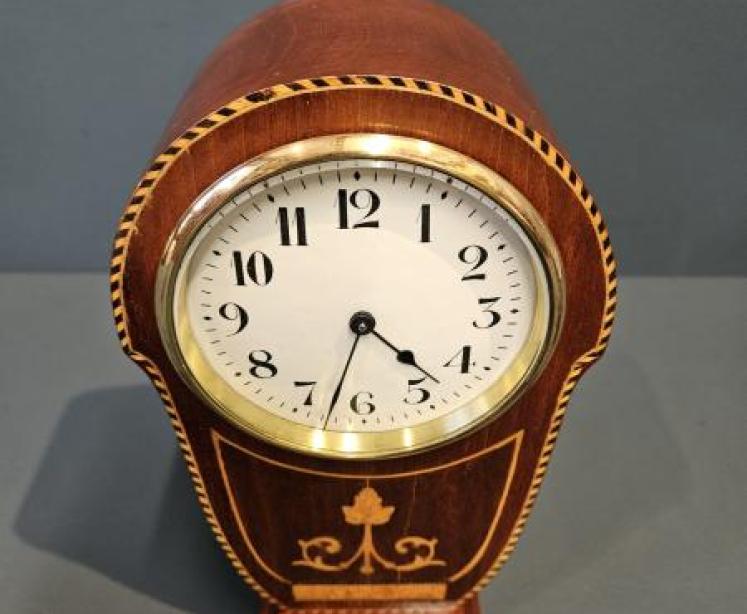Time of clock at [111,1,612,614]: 4:32
